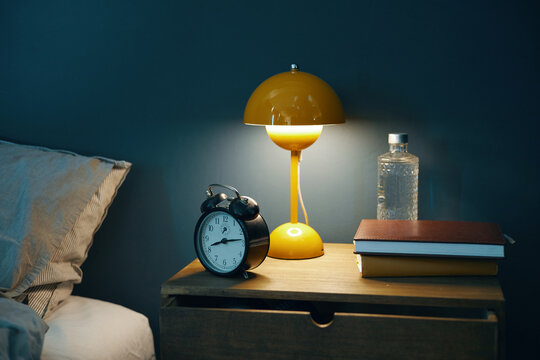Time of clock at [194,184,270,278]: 8:14
